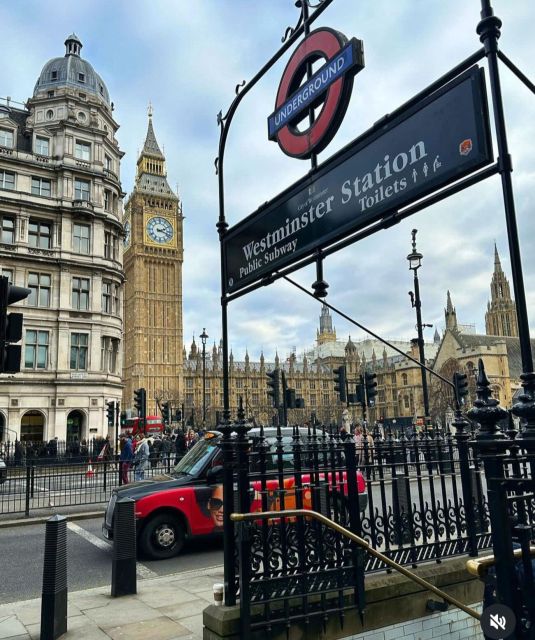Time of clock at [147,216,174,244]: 2:18
